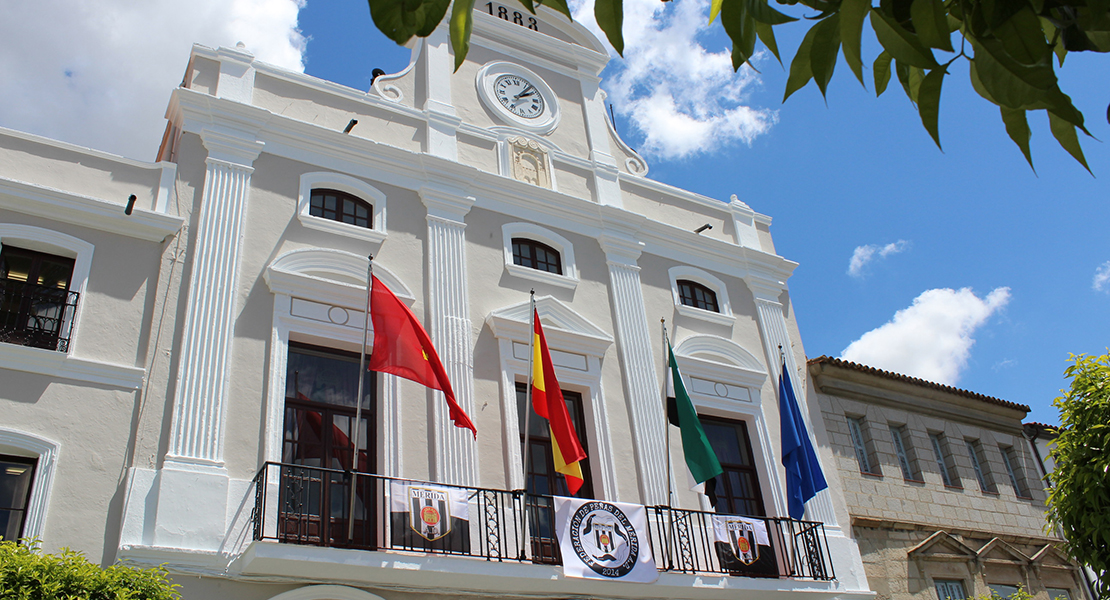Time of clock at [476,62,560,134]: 2:07
